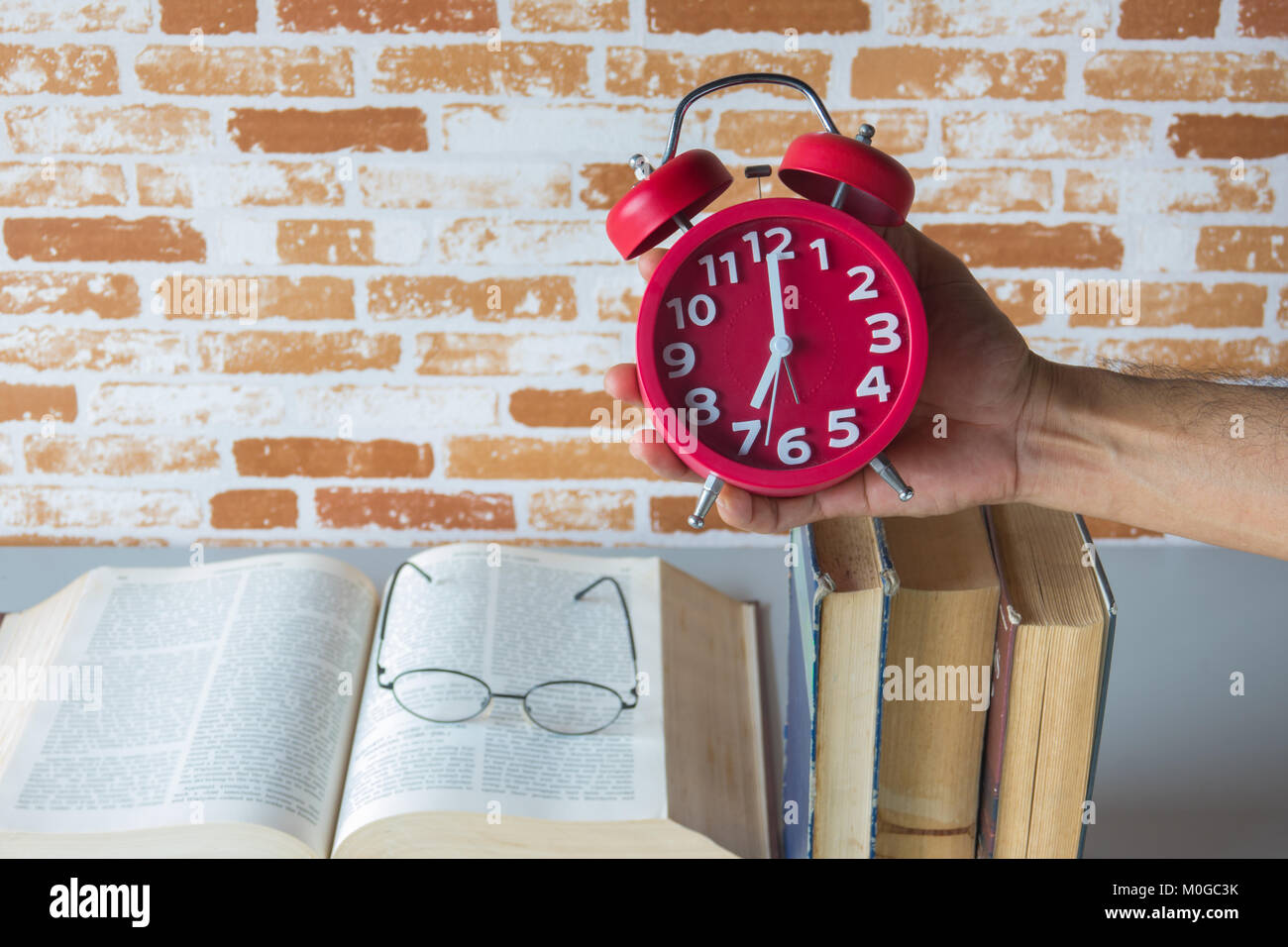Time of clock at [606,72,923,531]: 7:00
